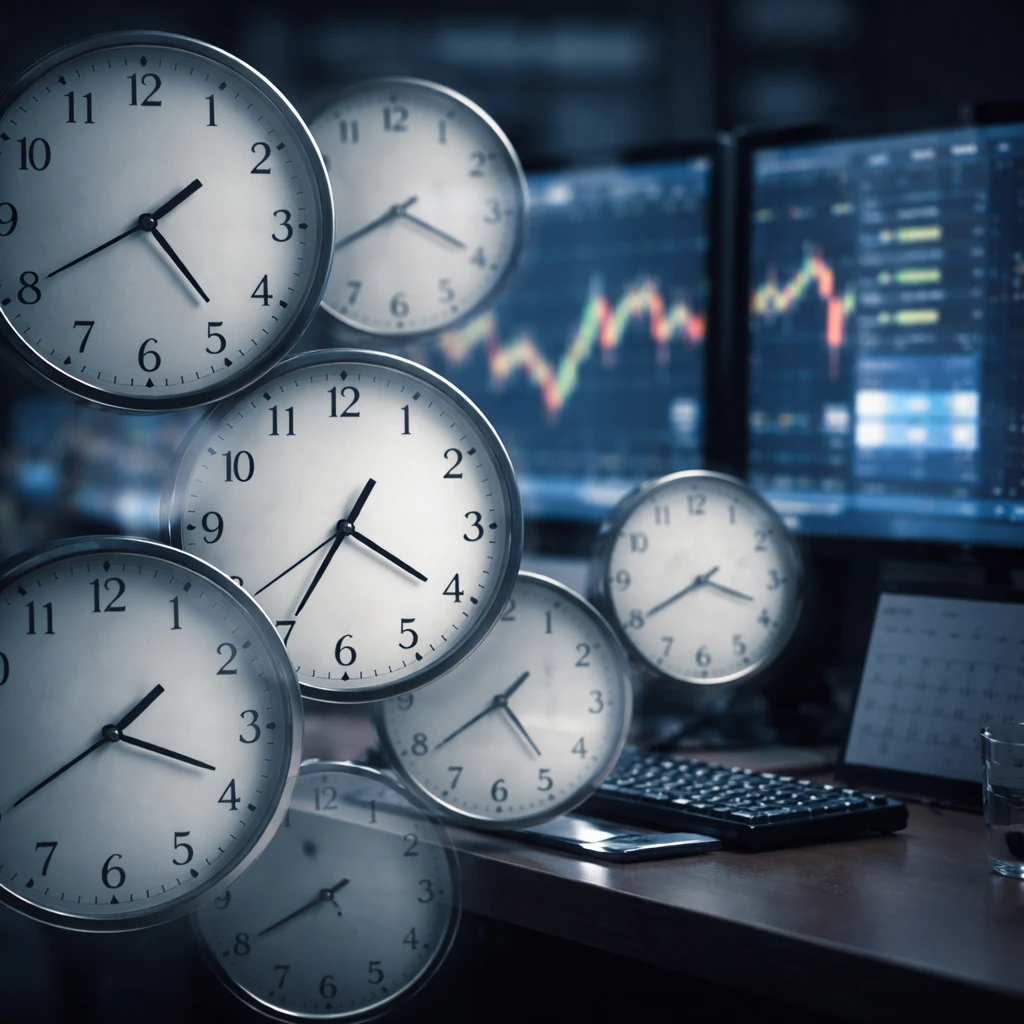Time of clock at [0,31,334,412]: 4:40
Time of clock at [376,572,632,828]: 4:39
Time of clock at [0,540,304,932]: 3:39
